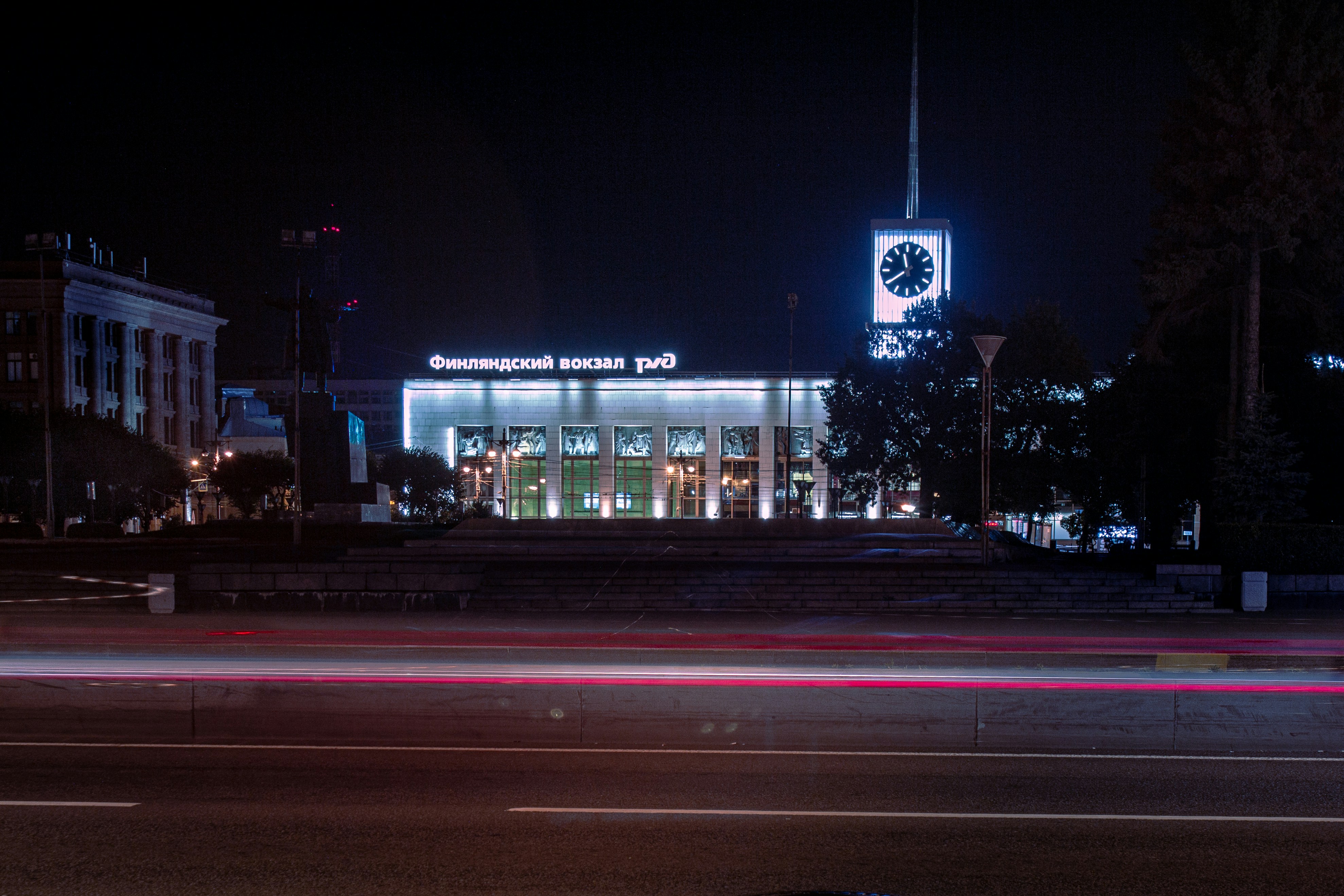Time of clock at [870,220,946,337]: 11:40
